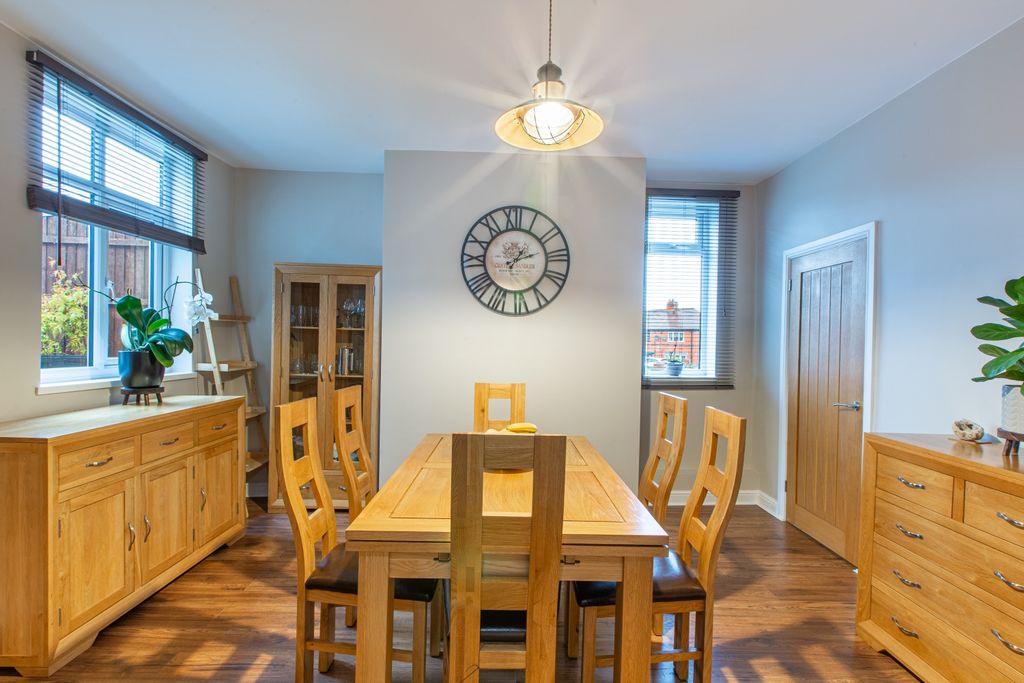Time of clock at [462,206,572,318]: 1:13
